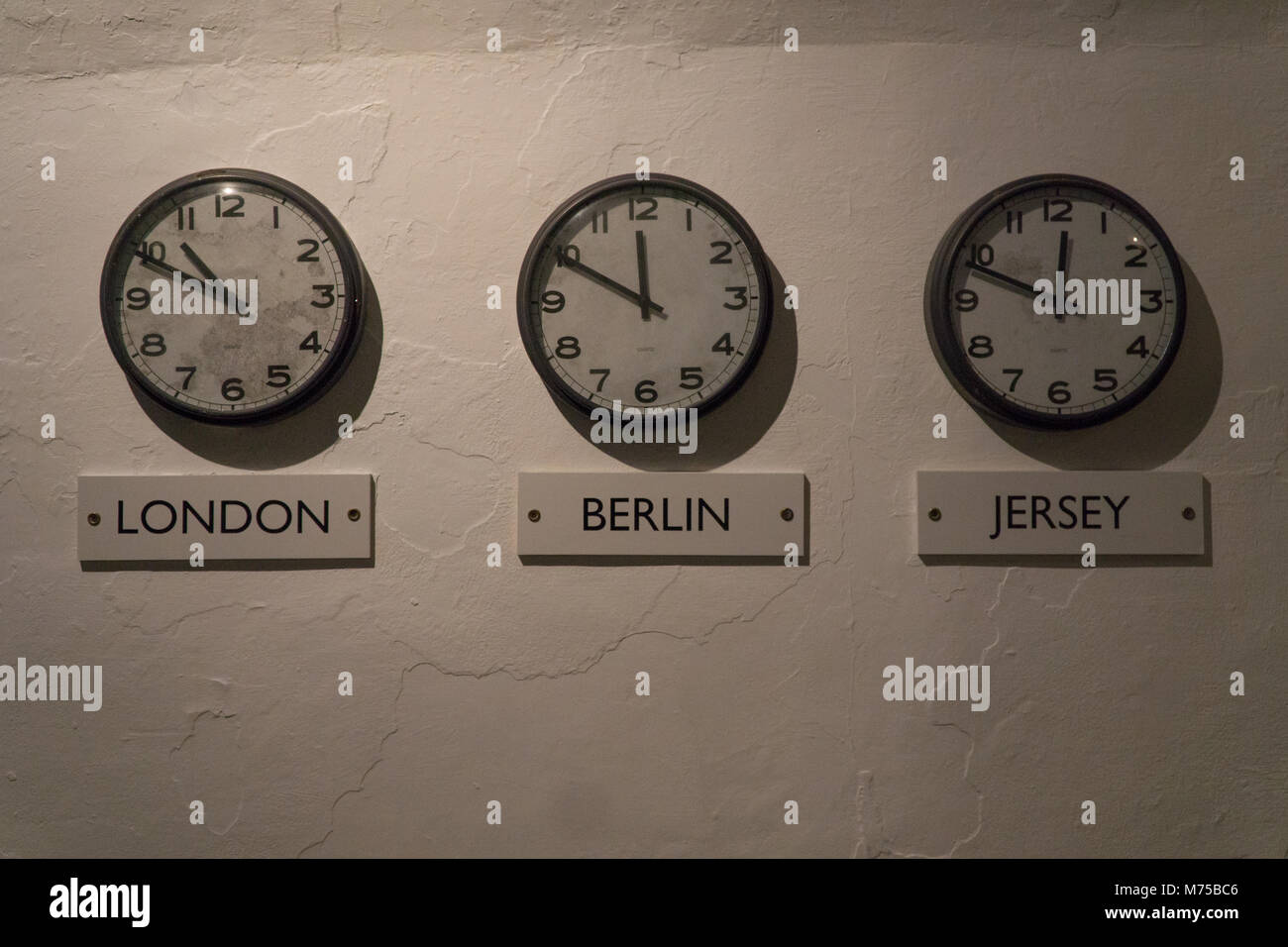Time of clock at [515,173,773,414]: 11:49
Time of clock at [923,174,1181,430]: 11:48
